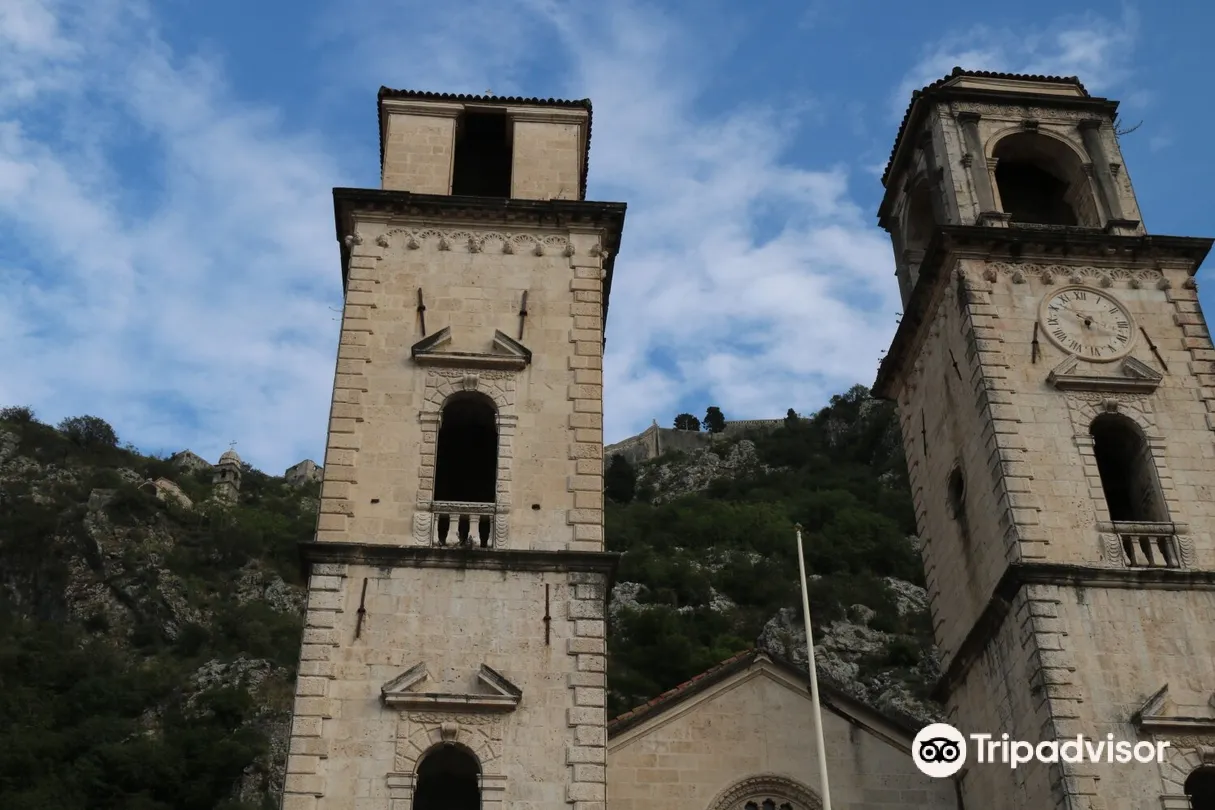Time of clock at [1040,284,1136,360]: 5:51
